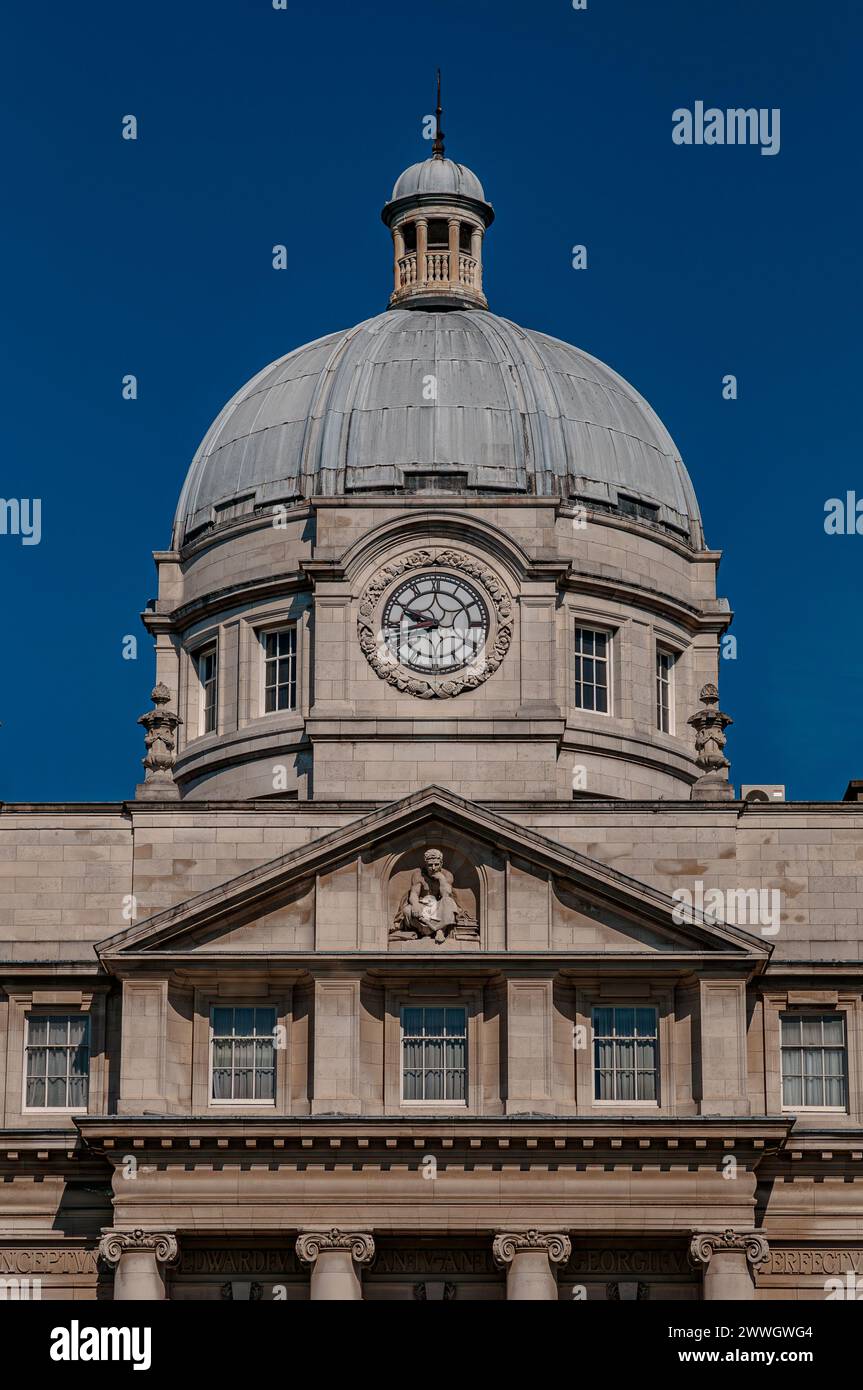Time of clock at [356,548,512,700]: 8:48
